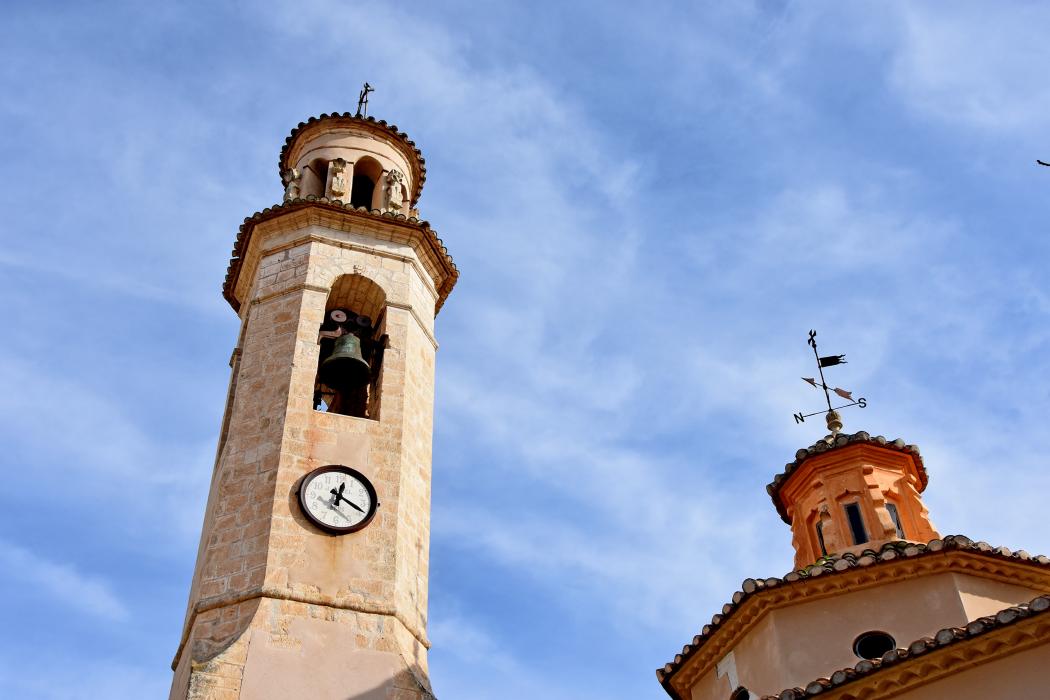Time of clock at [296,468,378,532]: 12:19
